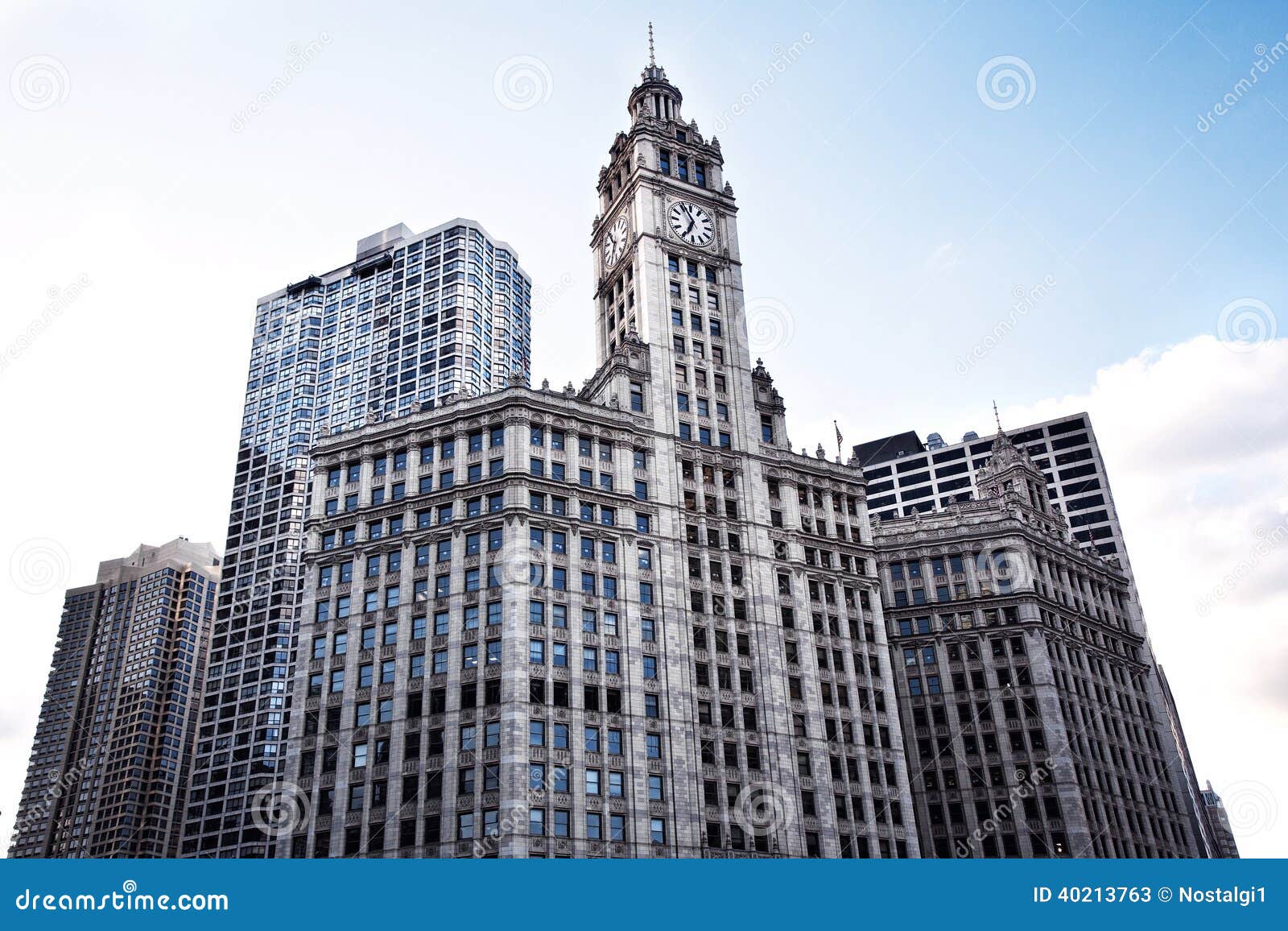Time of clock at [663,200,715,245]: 6:55
